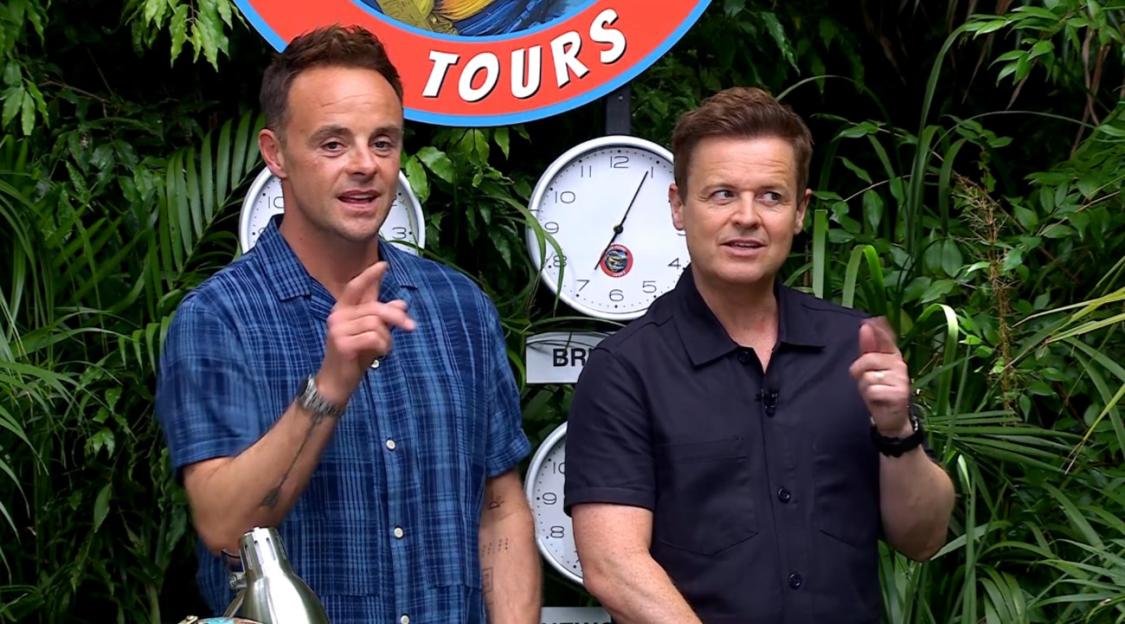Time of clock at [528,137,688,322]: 7:04
